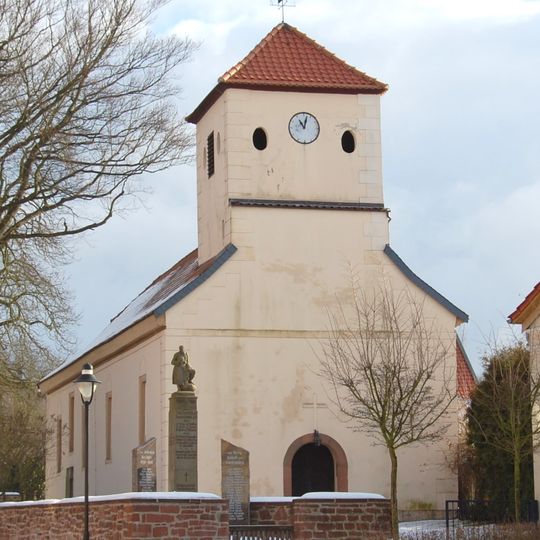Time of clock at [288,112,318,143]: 11:02
